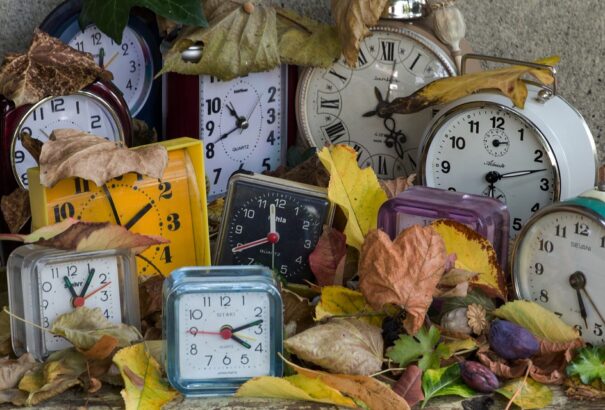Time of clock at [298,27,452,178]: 5:11
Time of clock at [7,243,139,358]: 11:06
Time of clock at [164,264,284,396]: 4:12
